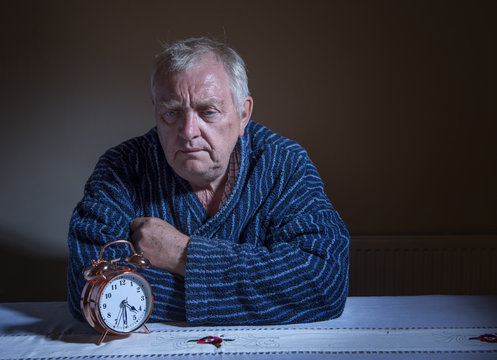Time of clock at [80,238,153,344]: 4:29
